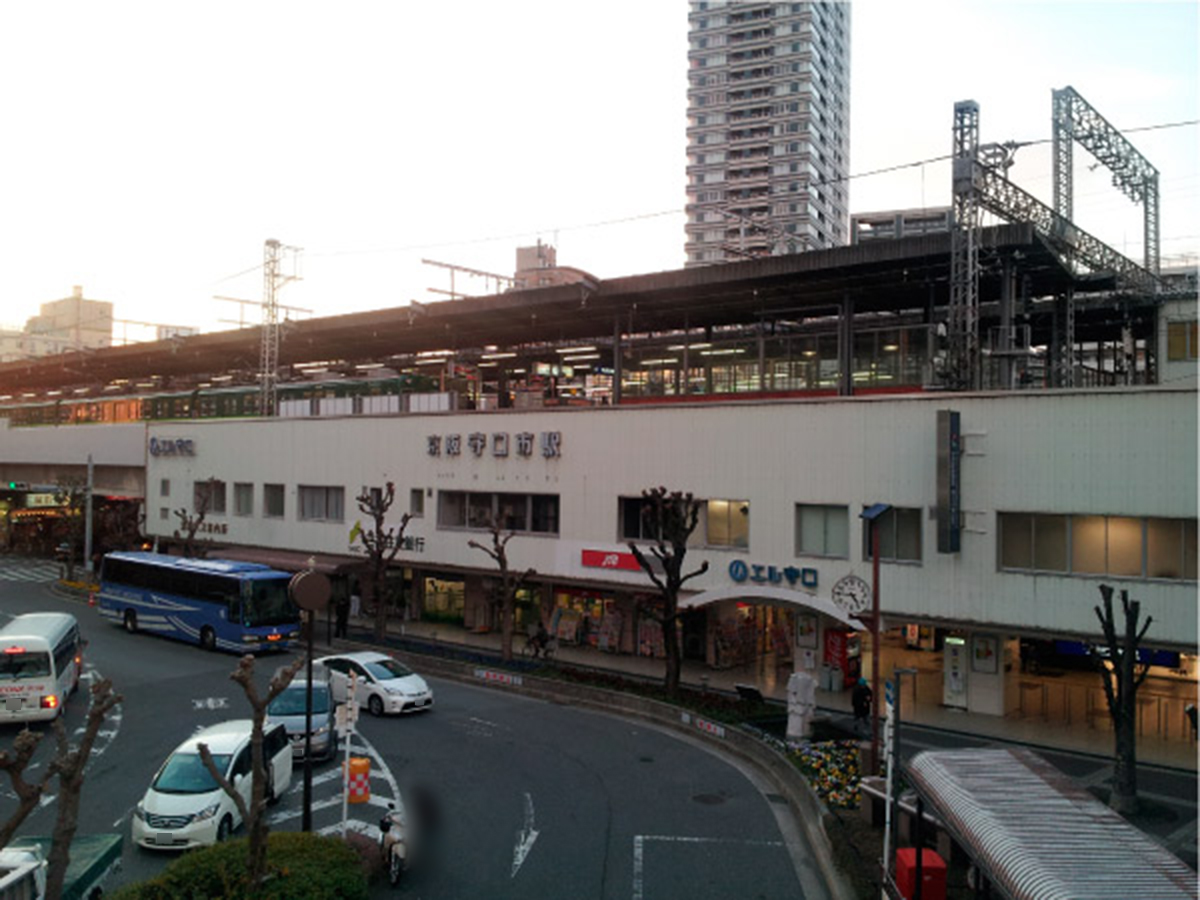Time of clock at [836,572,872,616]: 4:45
